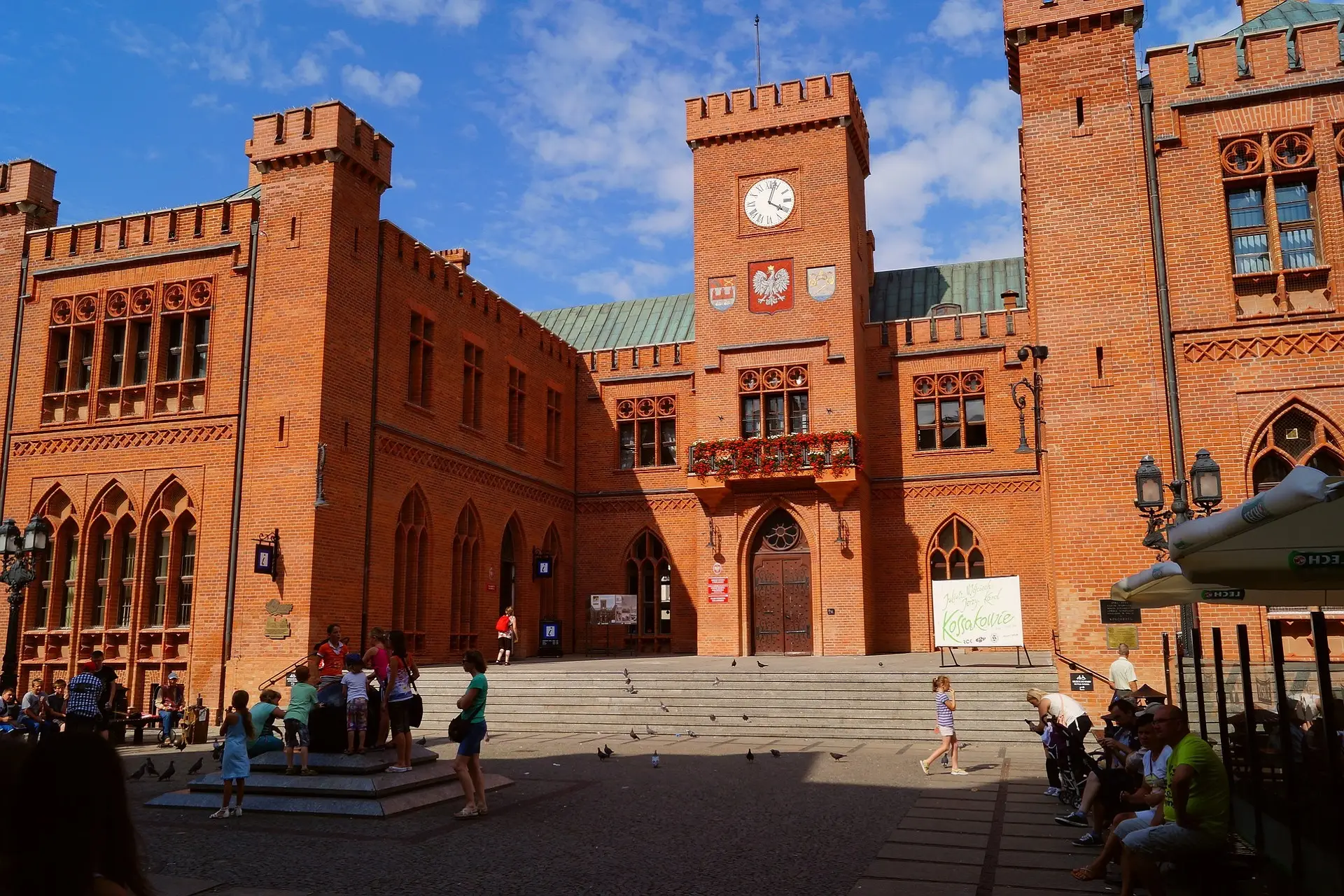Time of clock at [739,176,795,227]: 4:03
